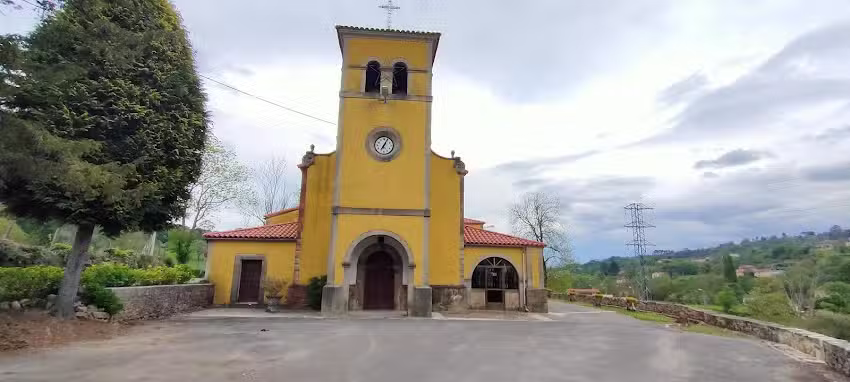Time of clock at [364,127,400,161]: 7:04
